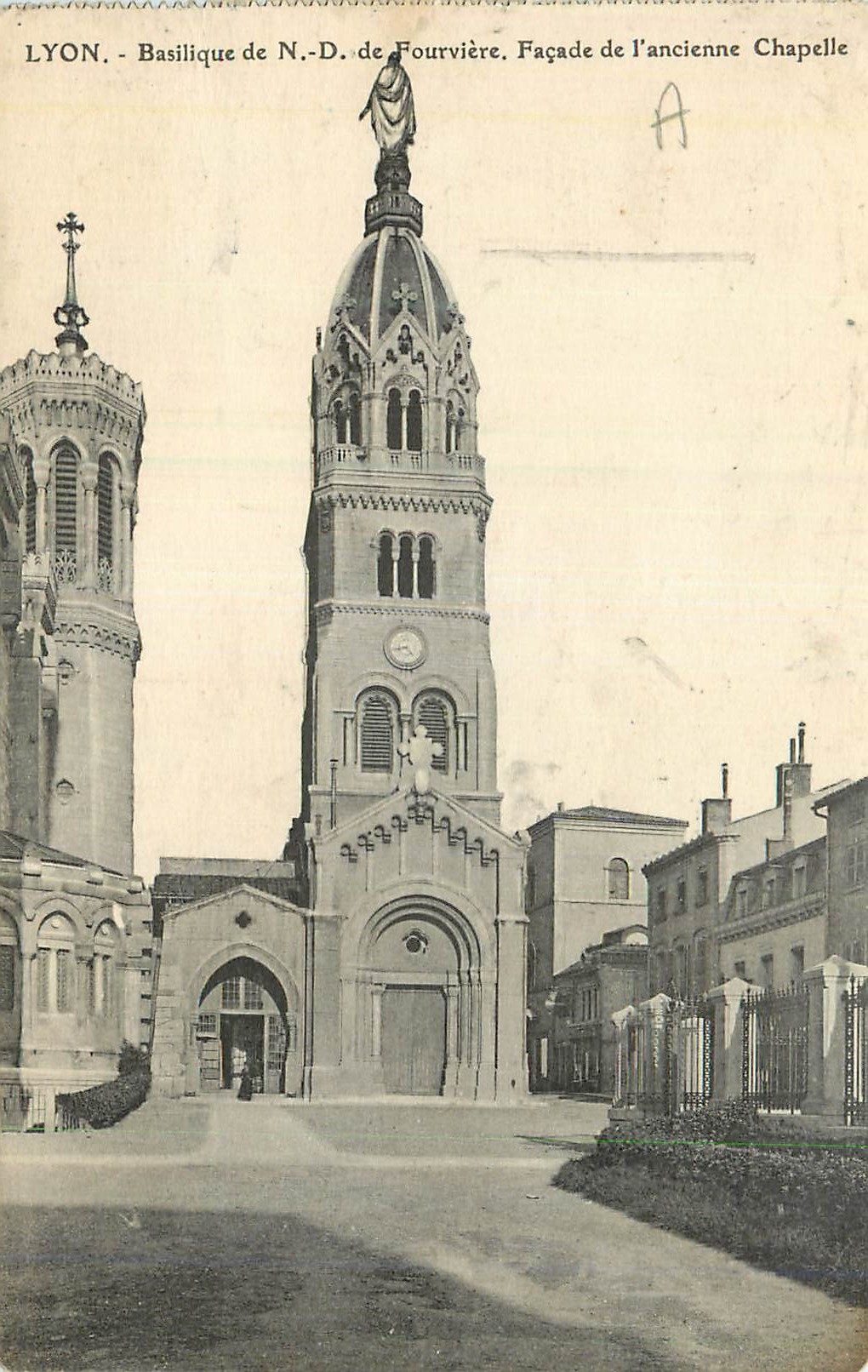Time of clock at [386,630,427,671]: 8:23
